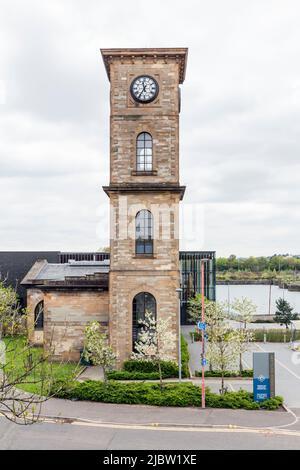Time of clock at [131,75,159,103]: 11:35
